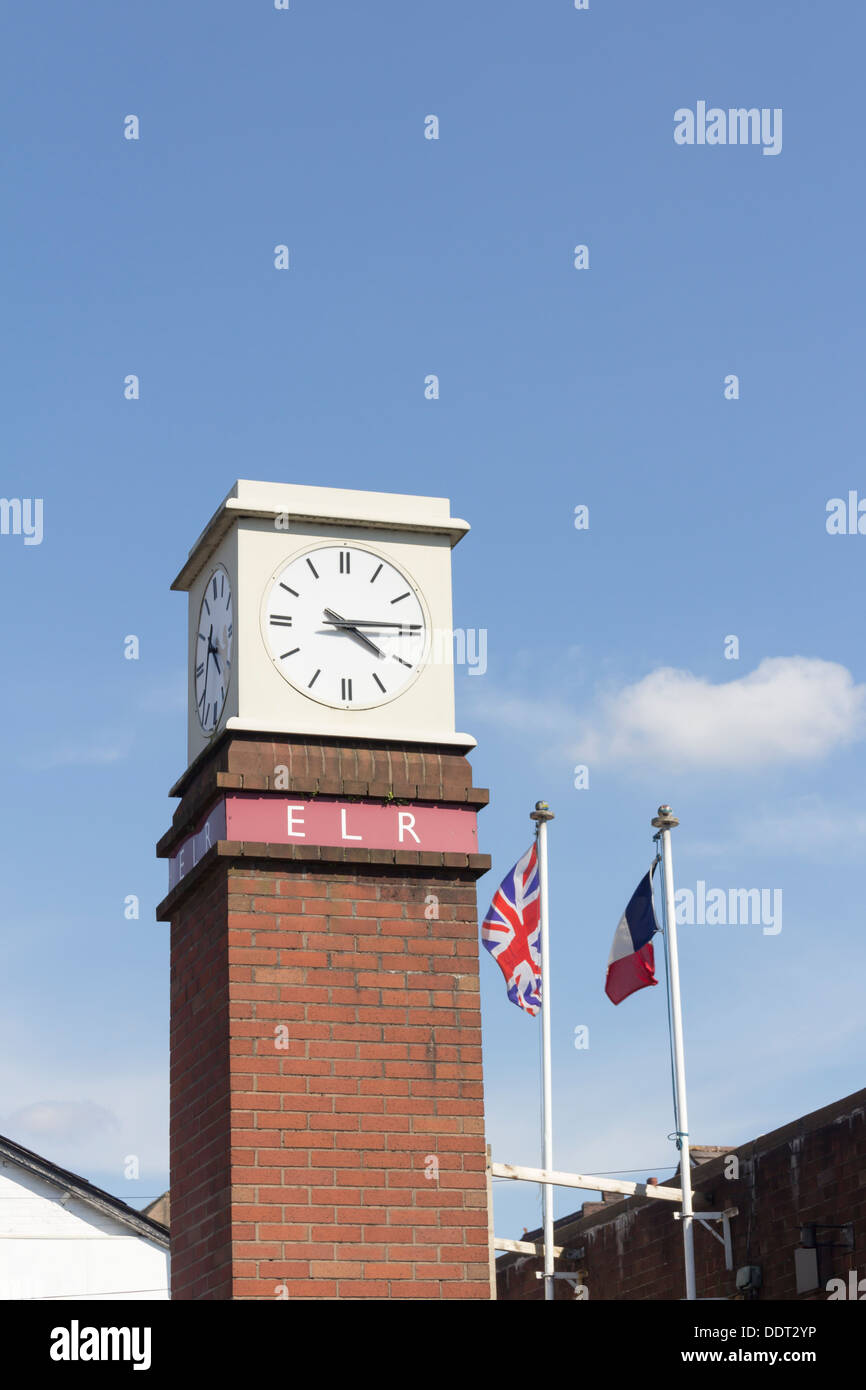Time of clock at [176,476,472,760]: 4:14
